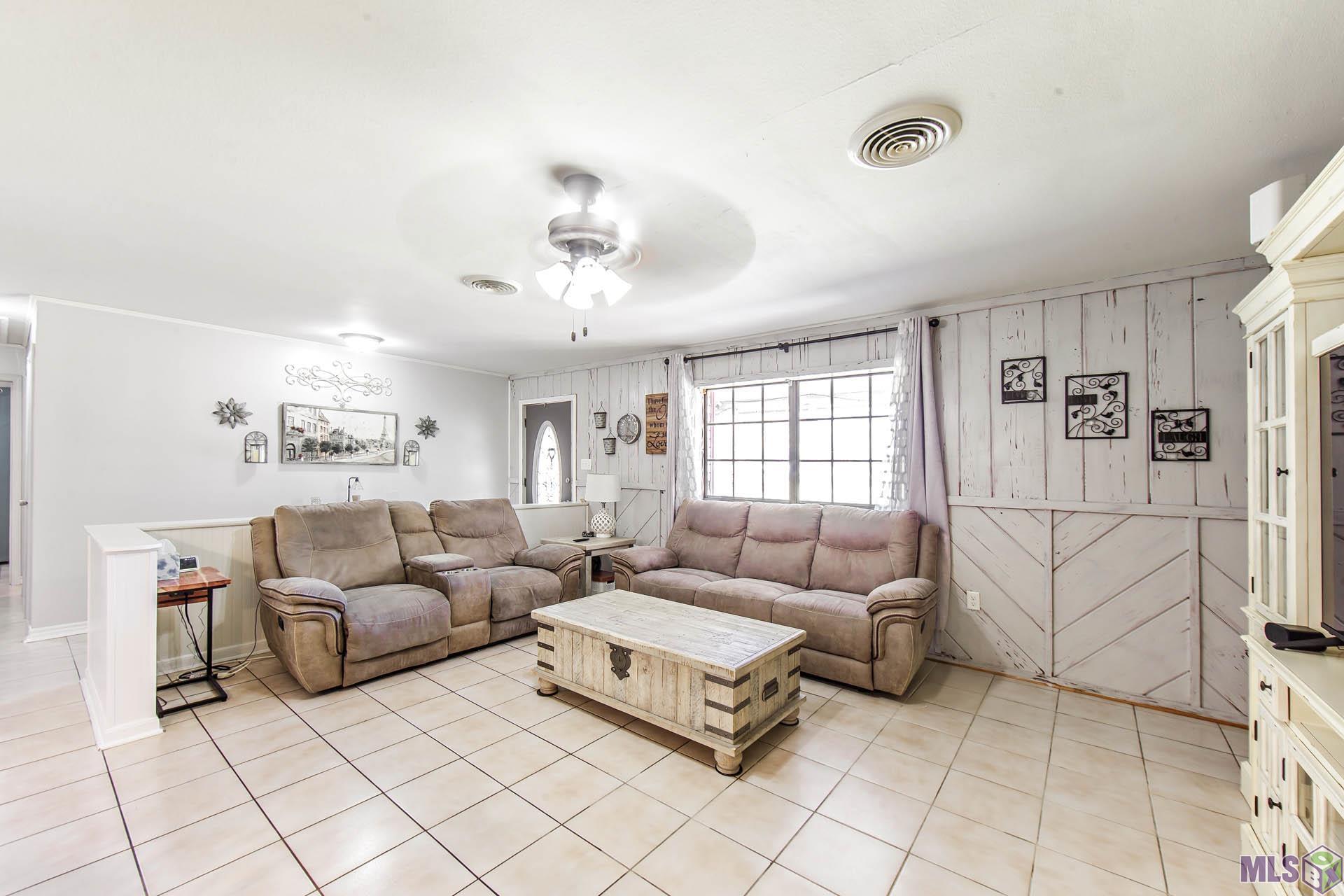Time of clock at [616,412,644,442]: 6:21
